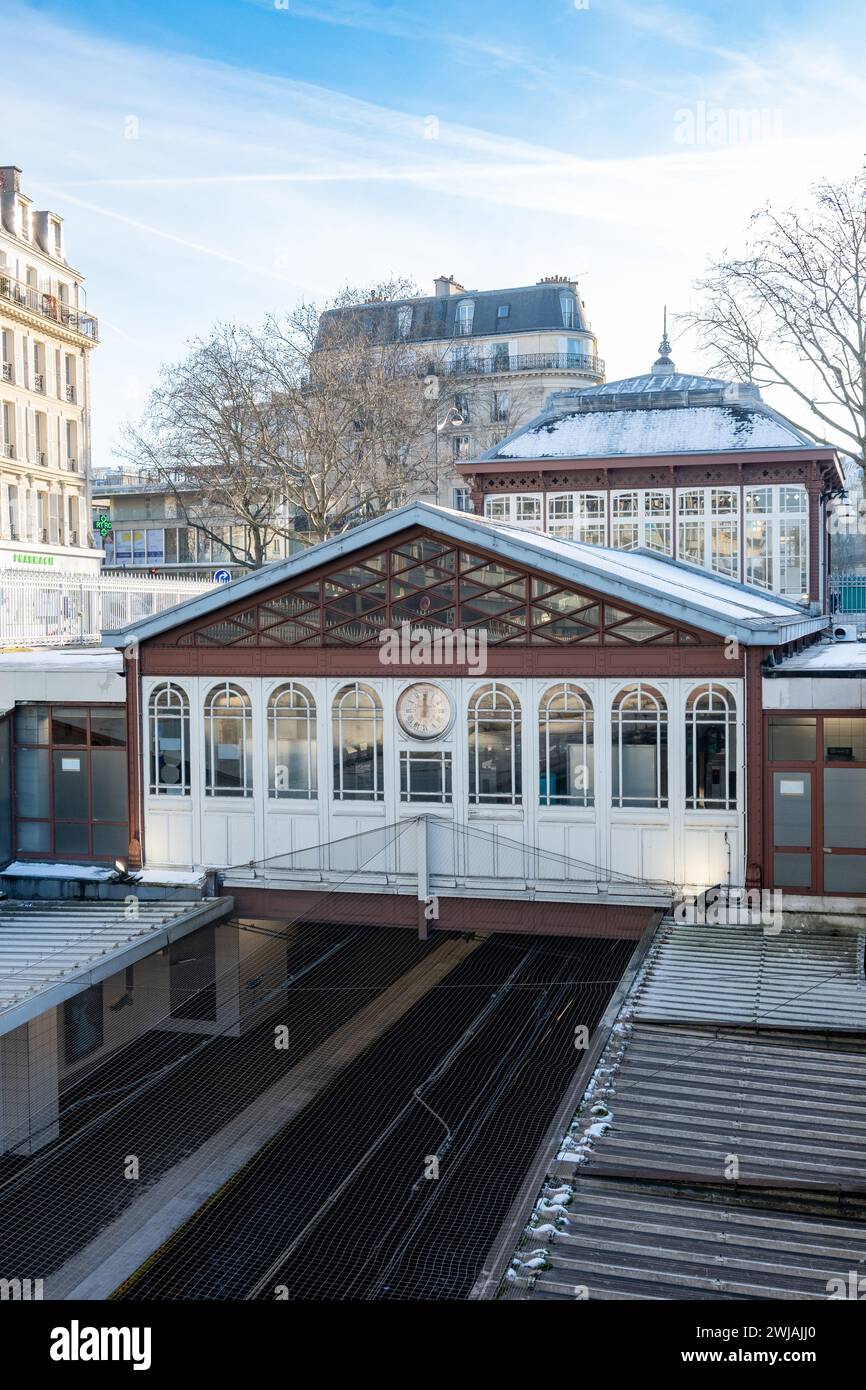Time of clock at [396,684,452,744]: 12:00
